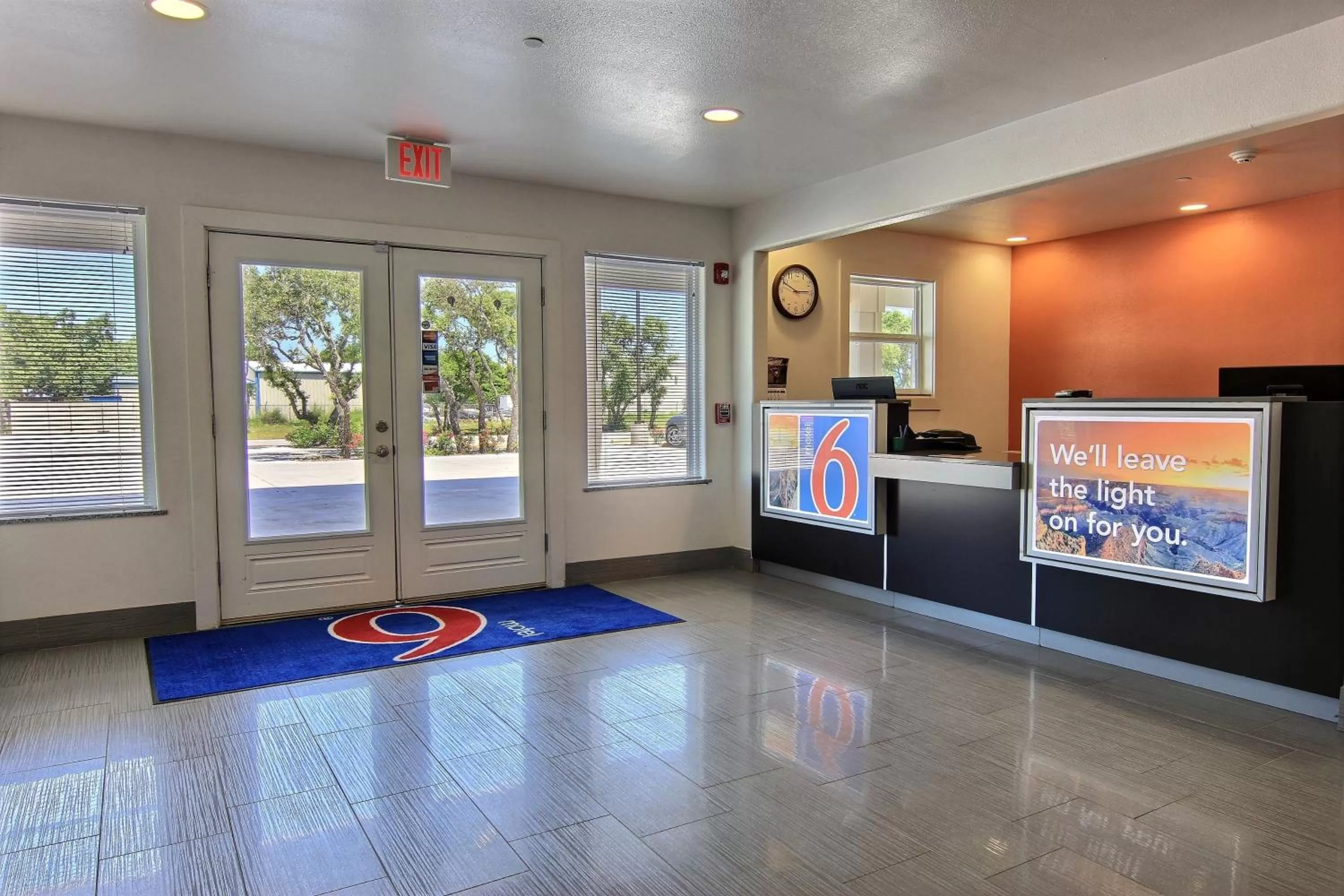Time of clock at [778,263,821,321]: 2:49
